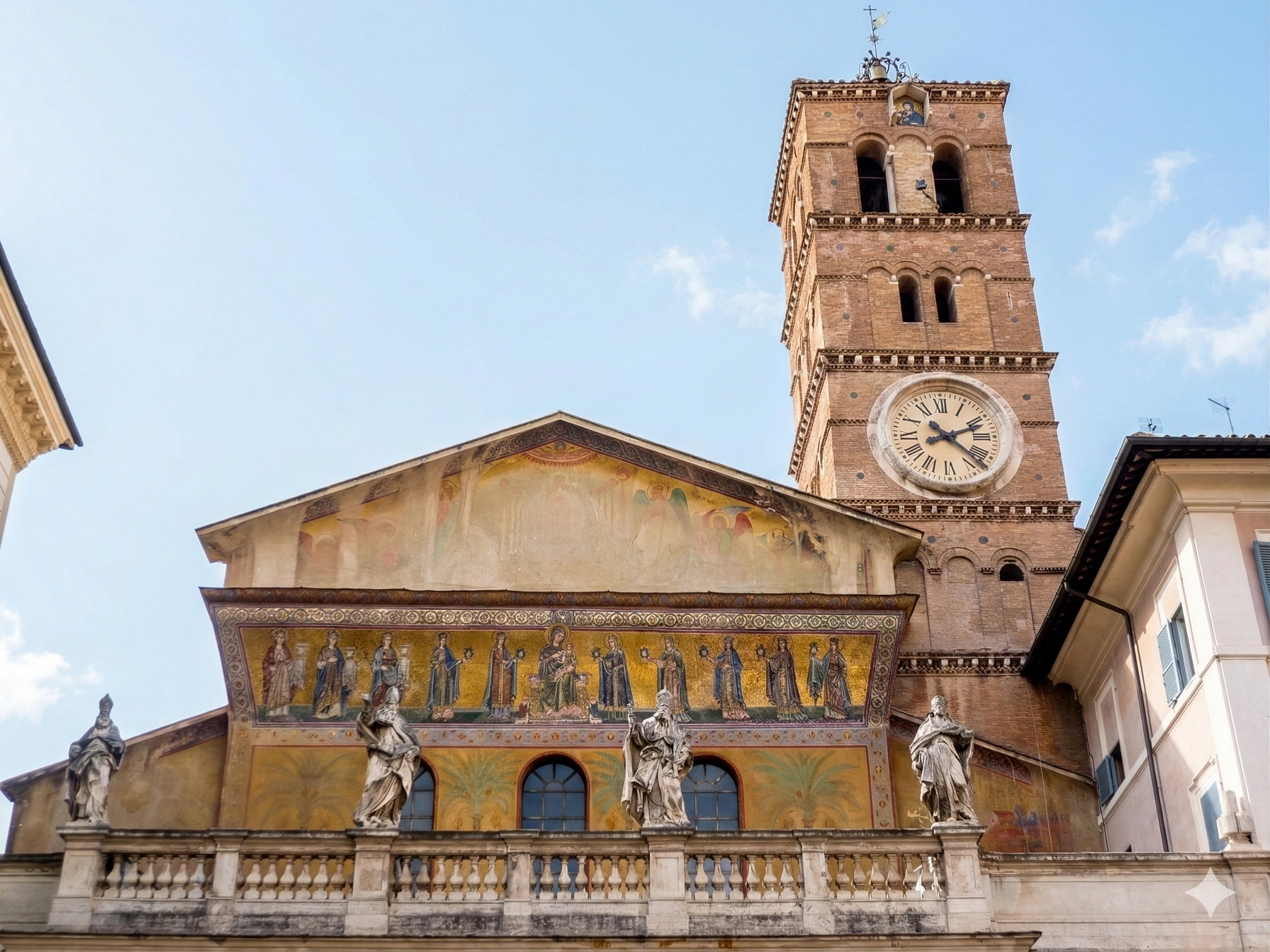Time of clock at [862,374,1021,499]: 2:22
